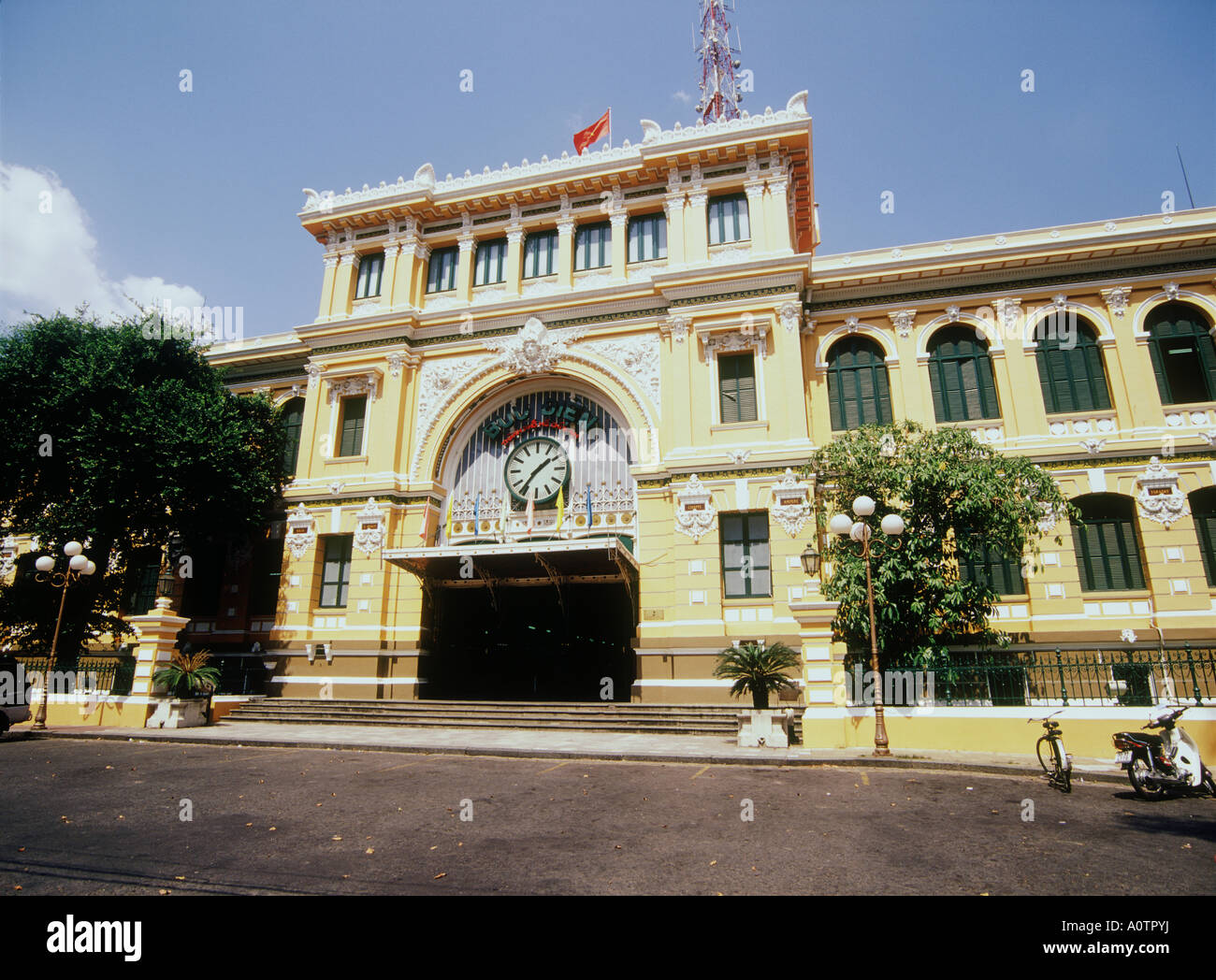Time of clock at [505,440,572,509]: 1:36
